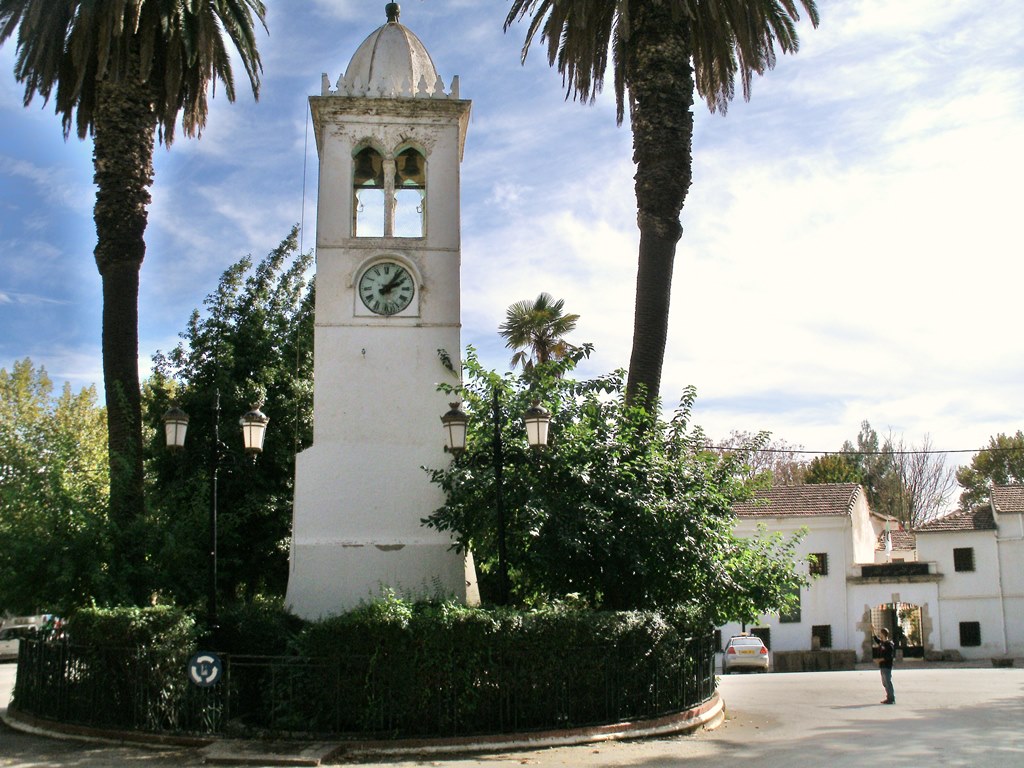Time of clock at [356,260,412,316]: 2:06
